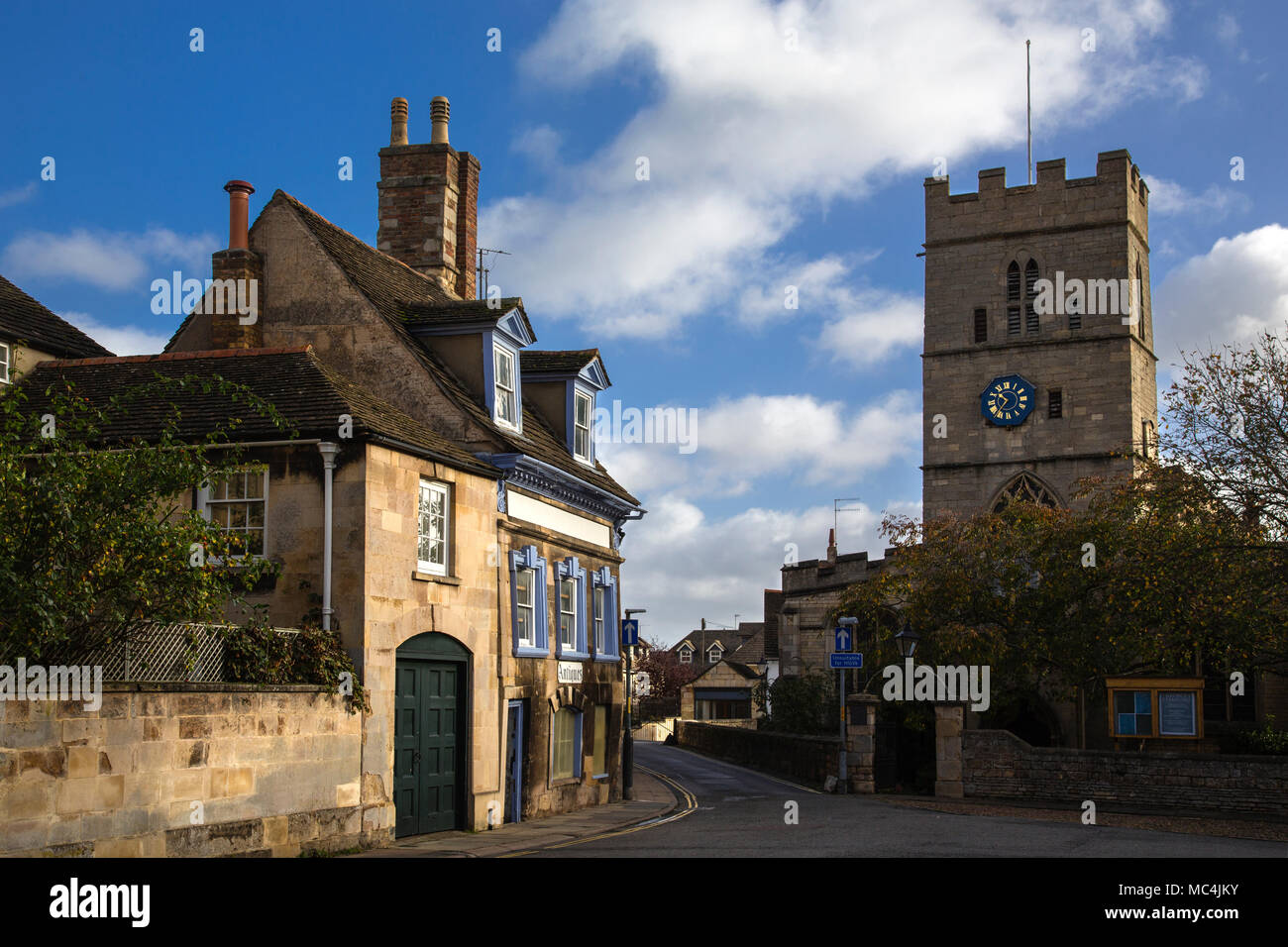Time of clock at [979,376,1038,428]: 10:37
